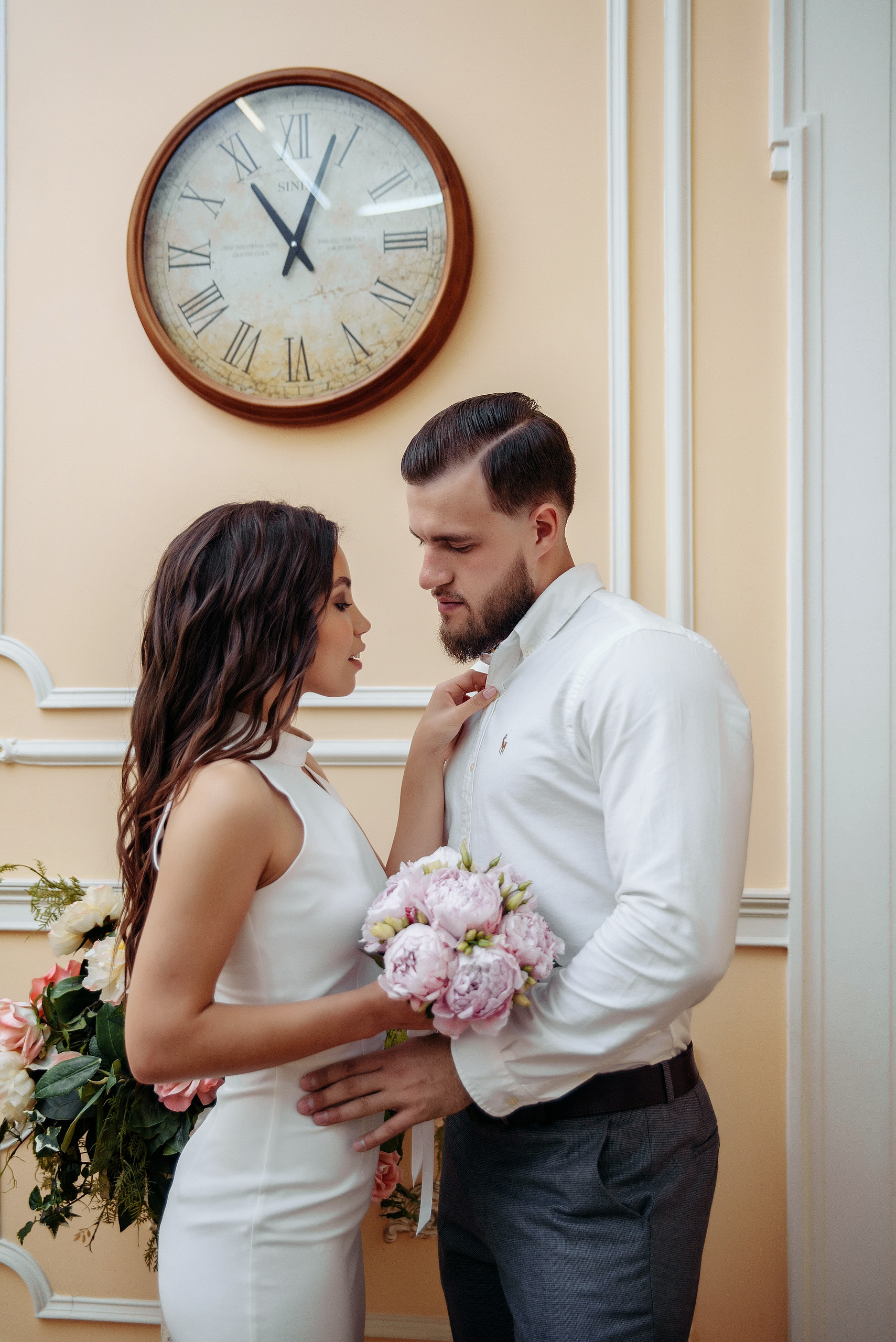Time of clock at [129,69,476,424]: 11:03
